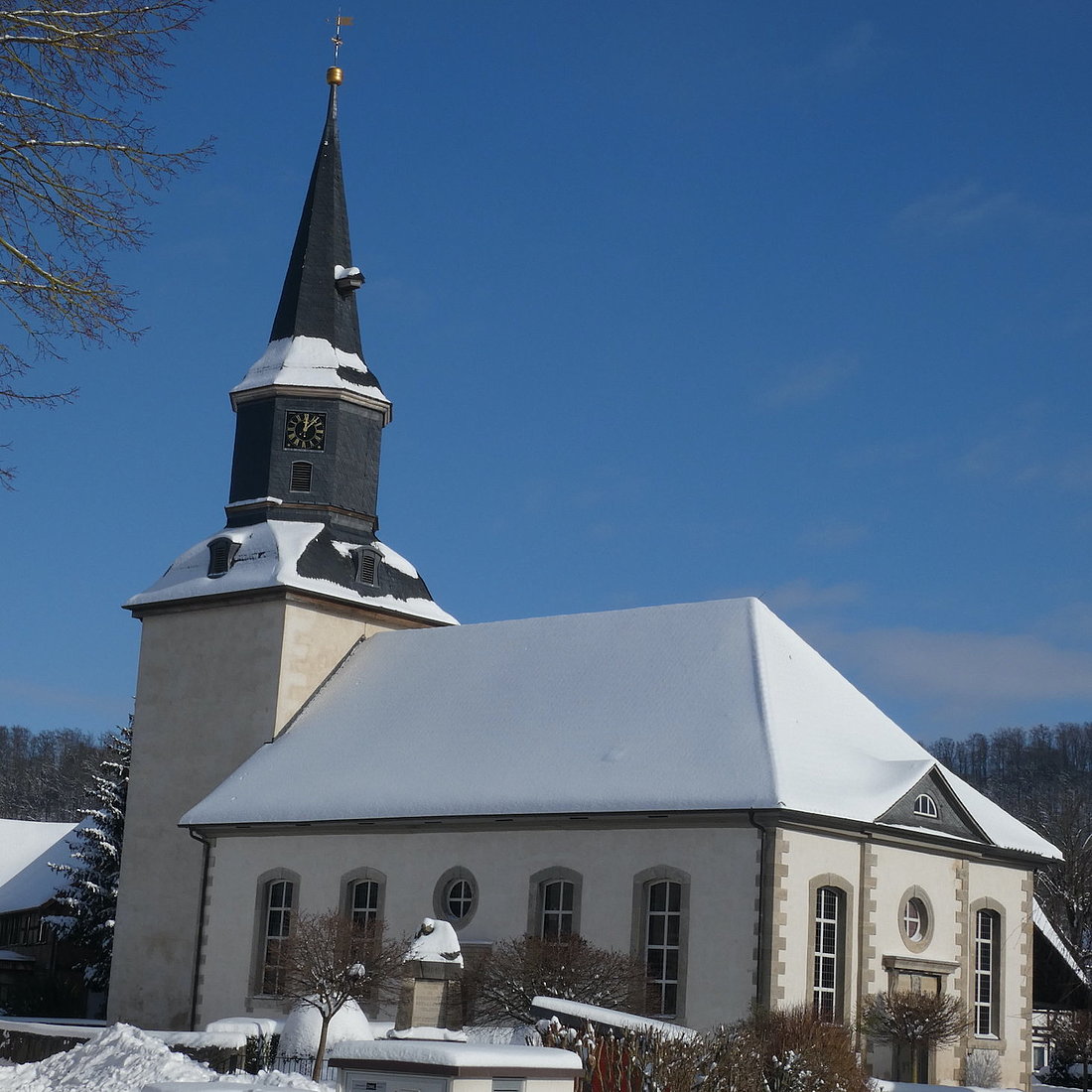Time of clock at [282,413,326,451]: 12:07
